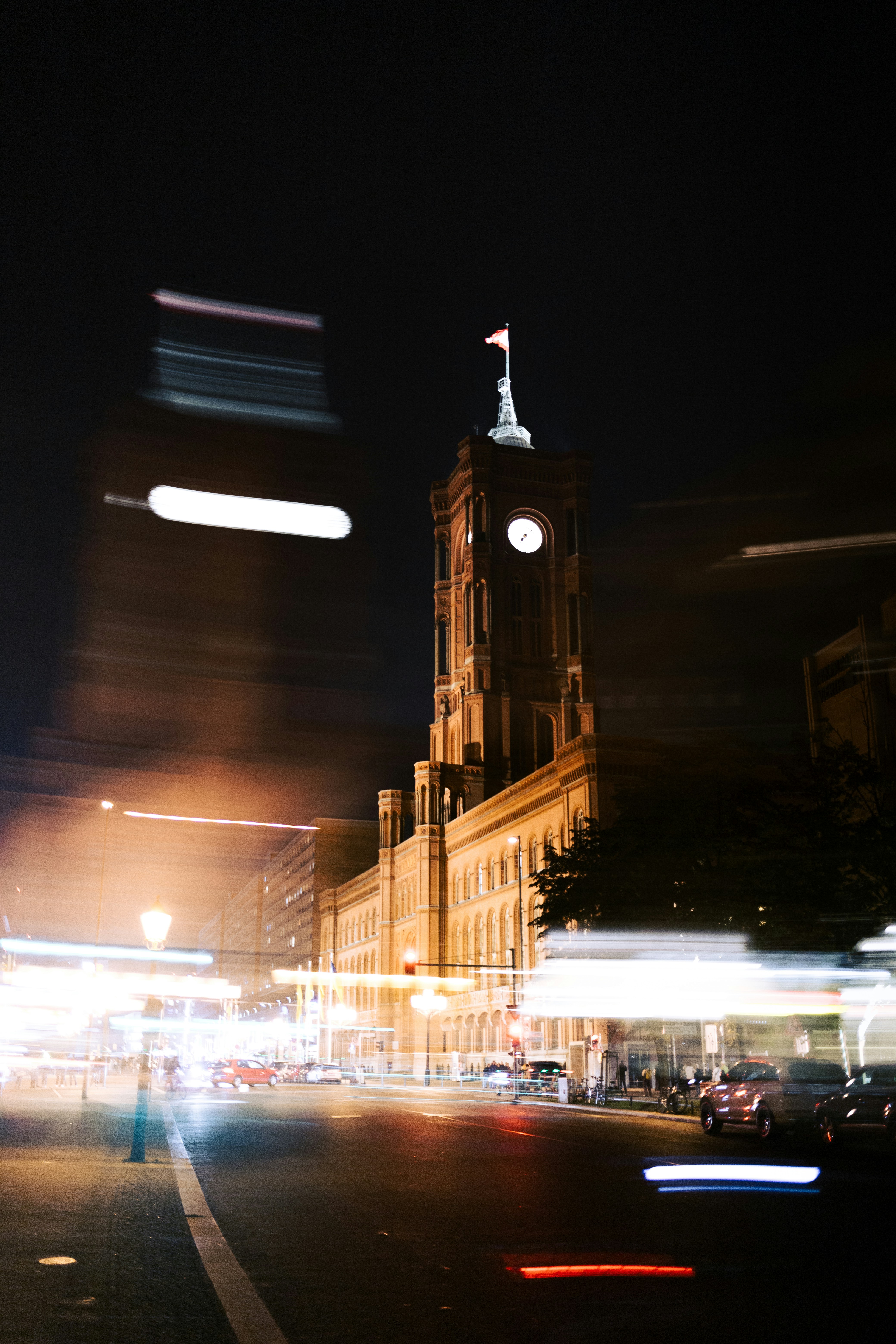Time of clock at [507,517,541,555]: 7:08
